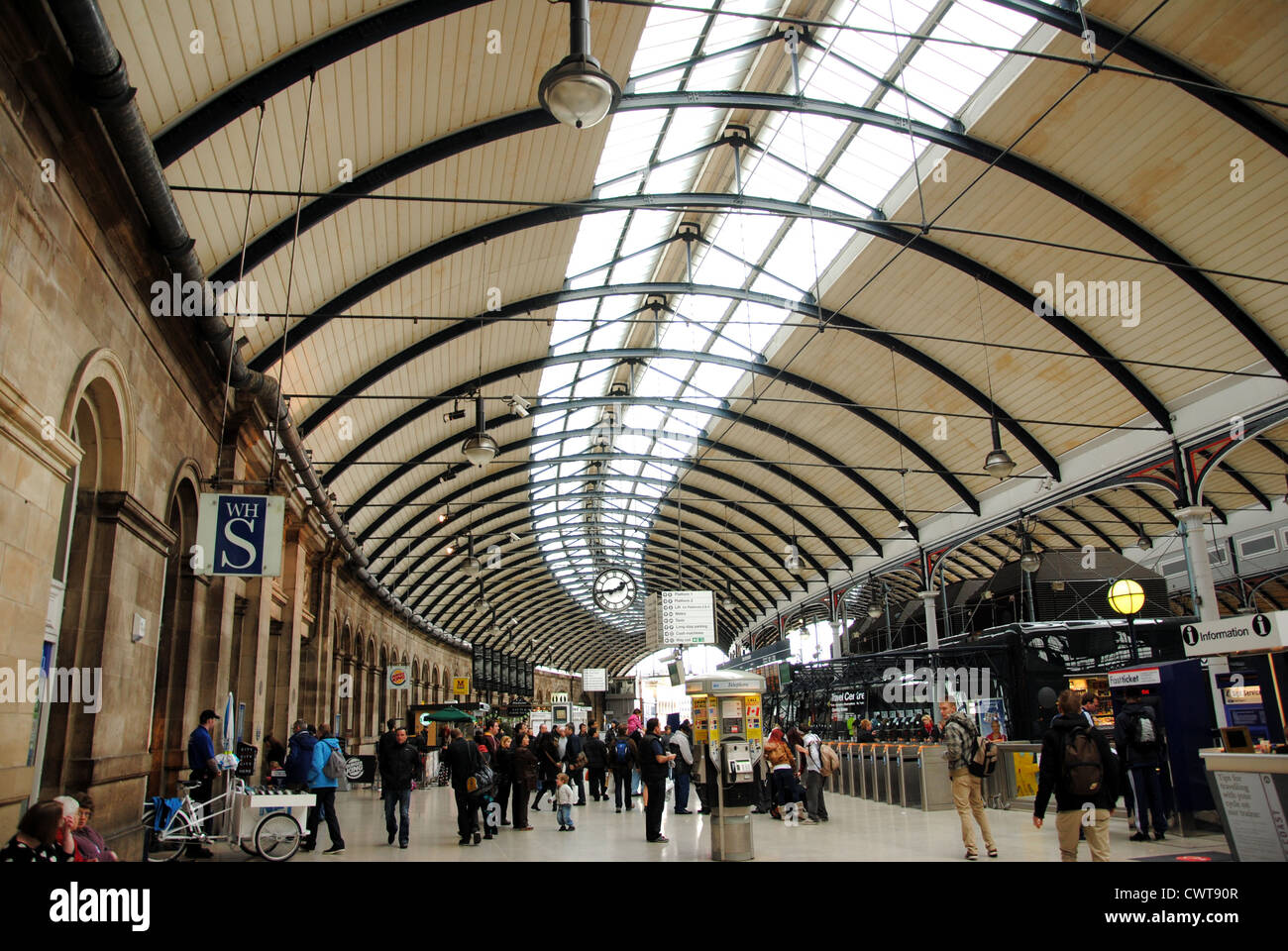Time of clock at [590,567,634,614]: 1:43
